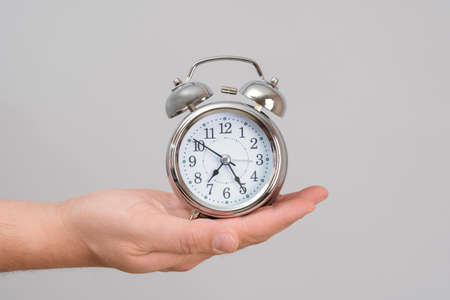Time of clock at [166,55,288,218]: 7:24
